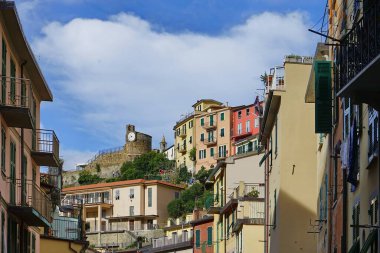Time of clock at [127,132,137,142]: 10:42
